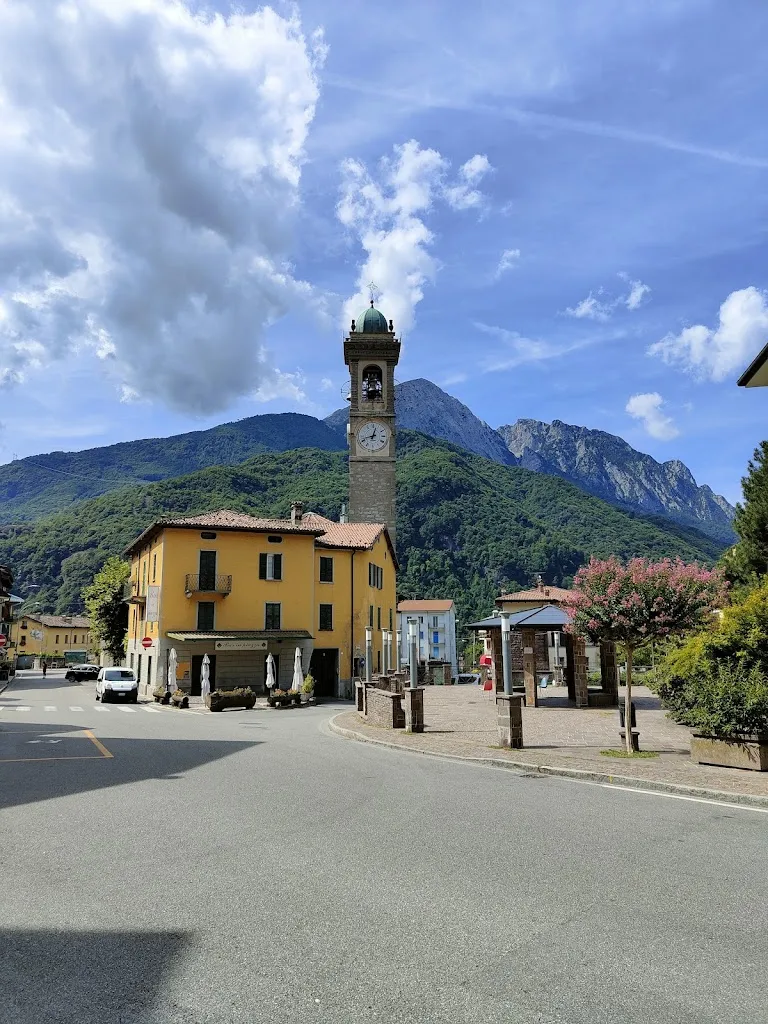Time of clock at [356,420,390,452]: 12:42
